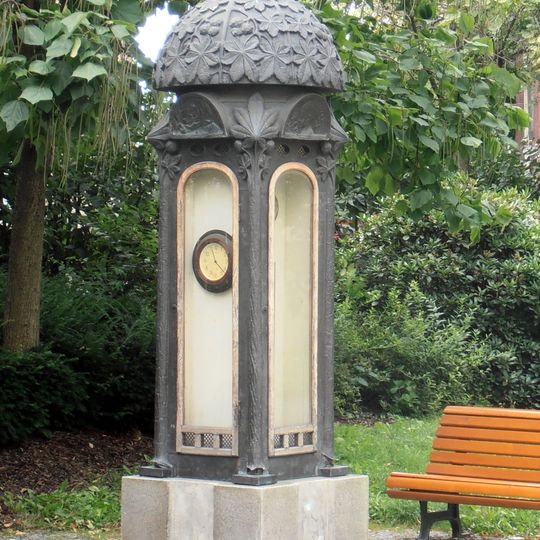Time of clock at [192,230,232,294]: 11:21
